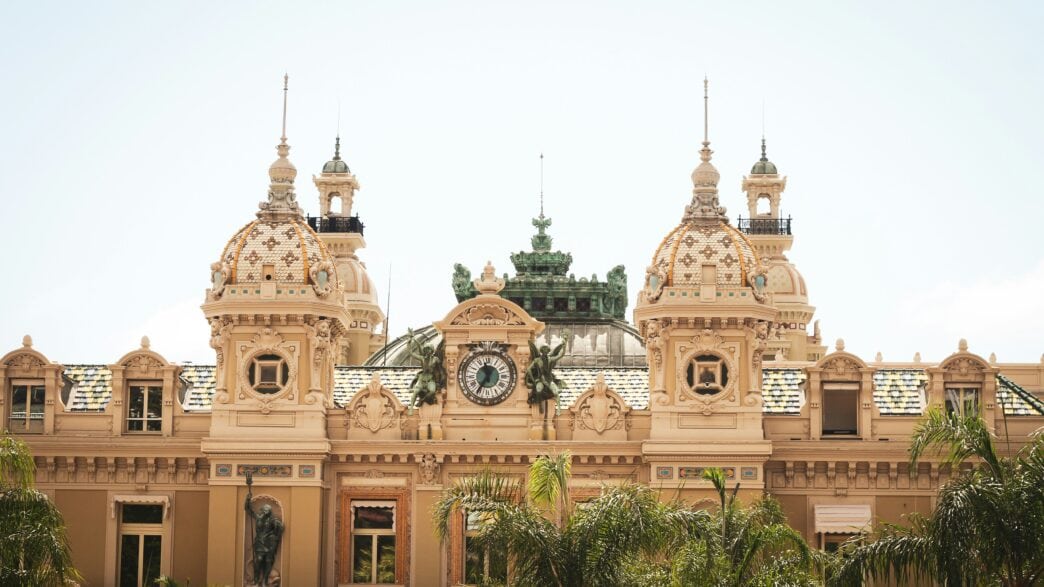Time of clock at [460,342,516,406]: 11:35
